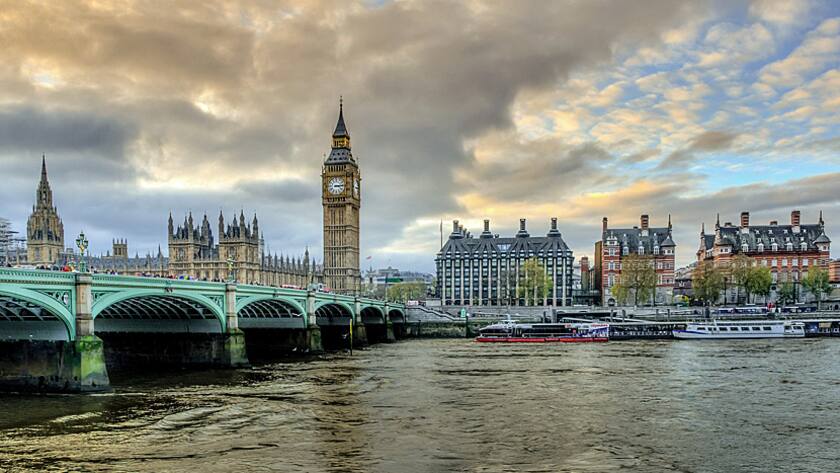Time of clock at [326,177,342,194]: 3:14
